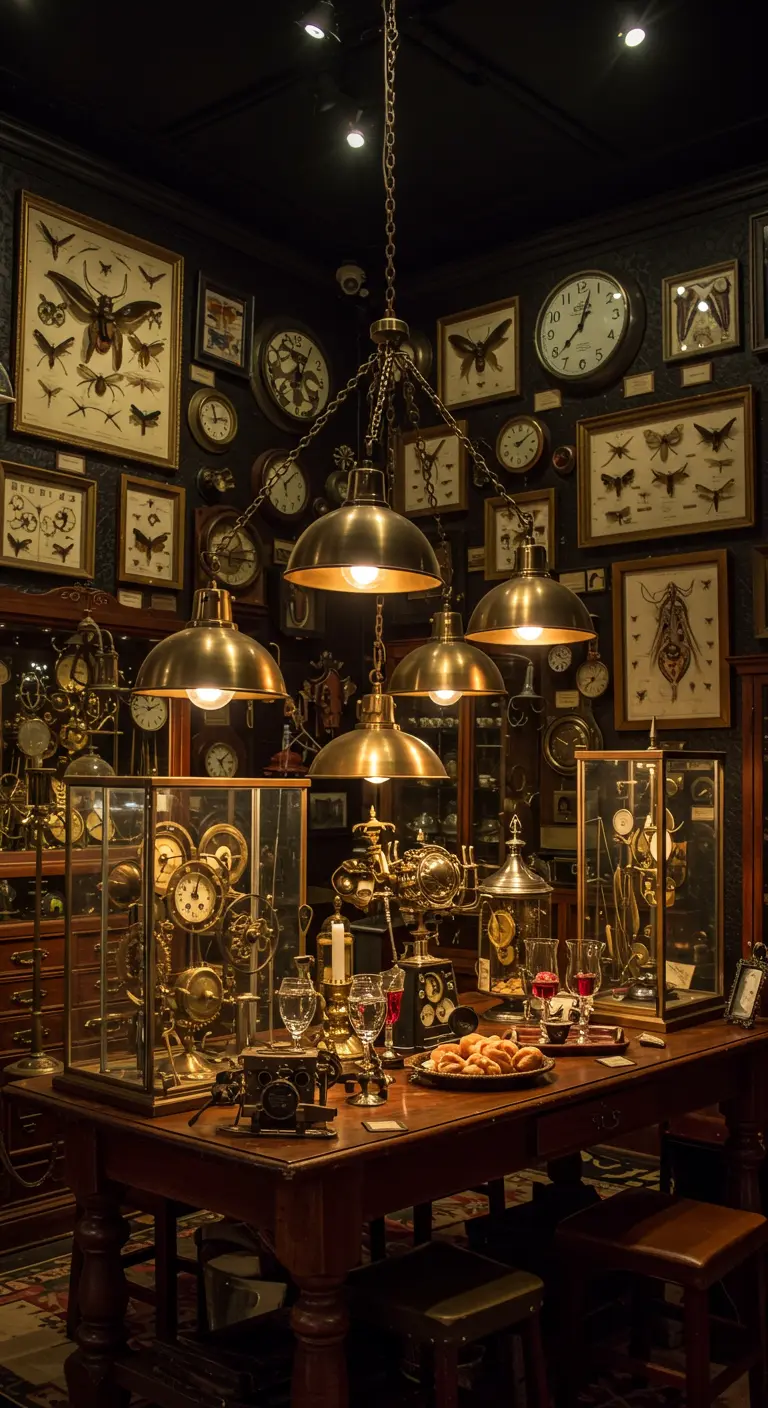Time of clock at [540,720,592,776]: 9:49
